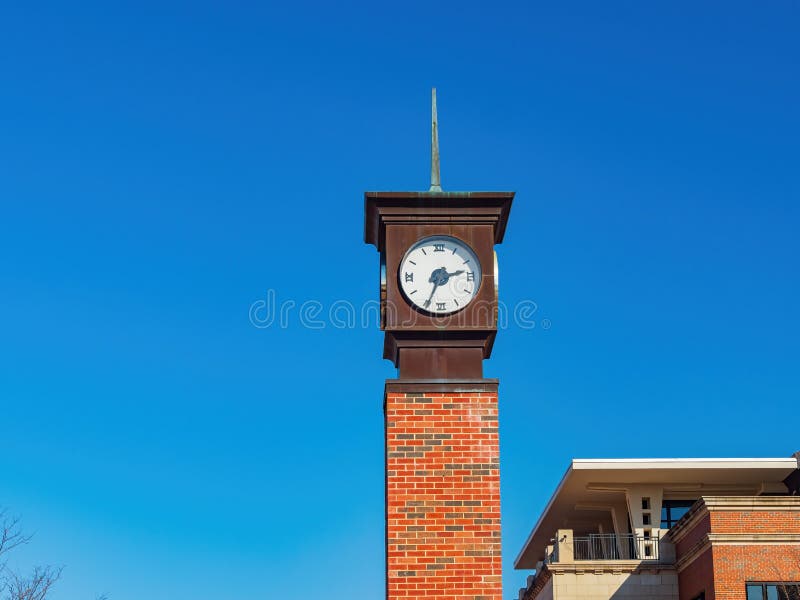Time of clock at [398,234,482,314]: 2:34
